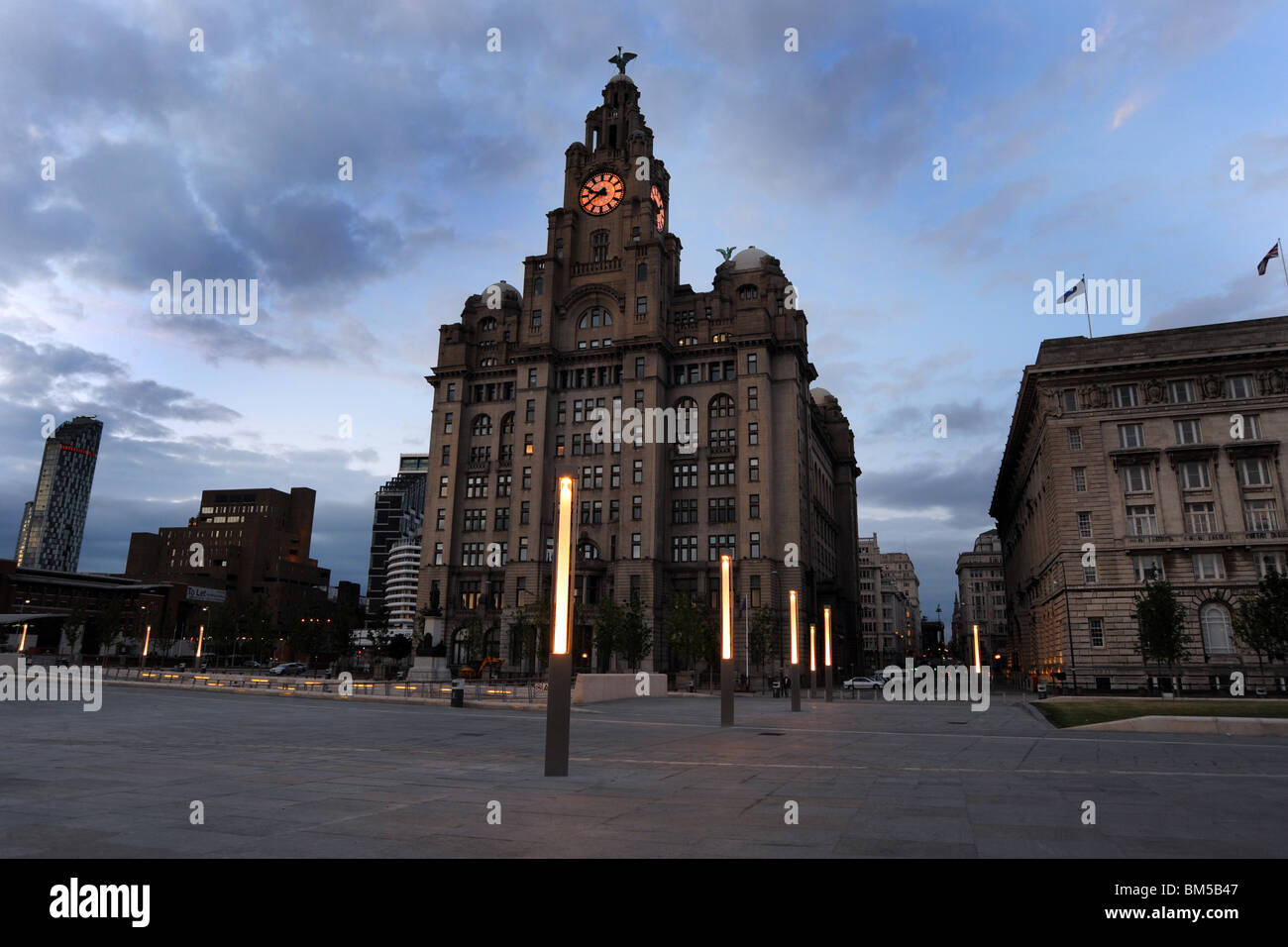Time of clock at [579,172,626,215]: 9:39
